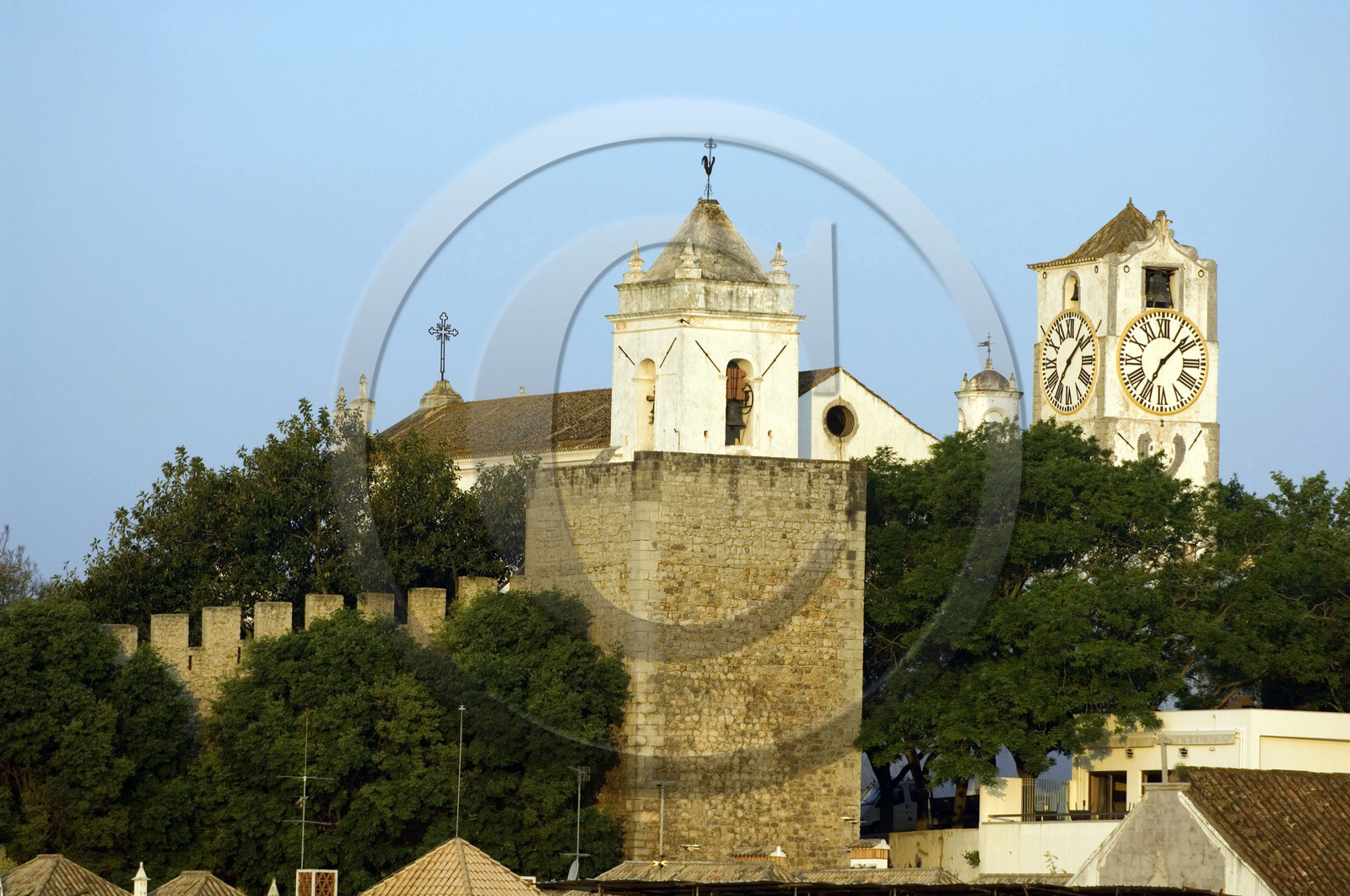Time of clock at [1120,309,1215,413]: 7:08
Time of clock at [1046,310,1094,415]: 1:36
